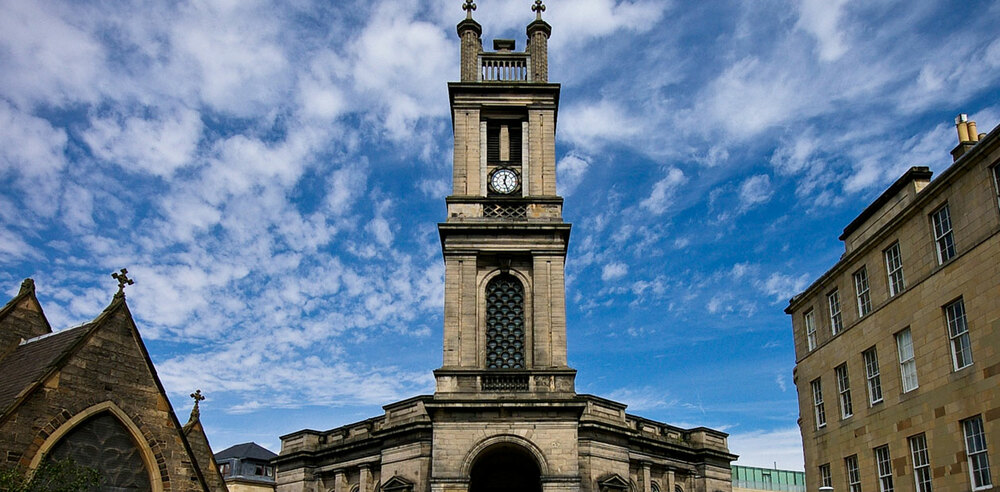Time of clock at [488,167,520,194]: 12:26
